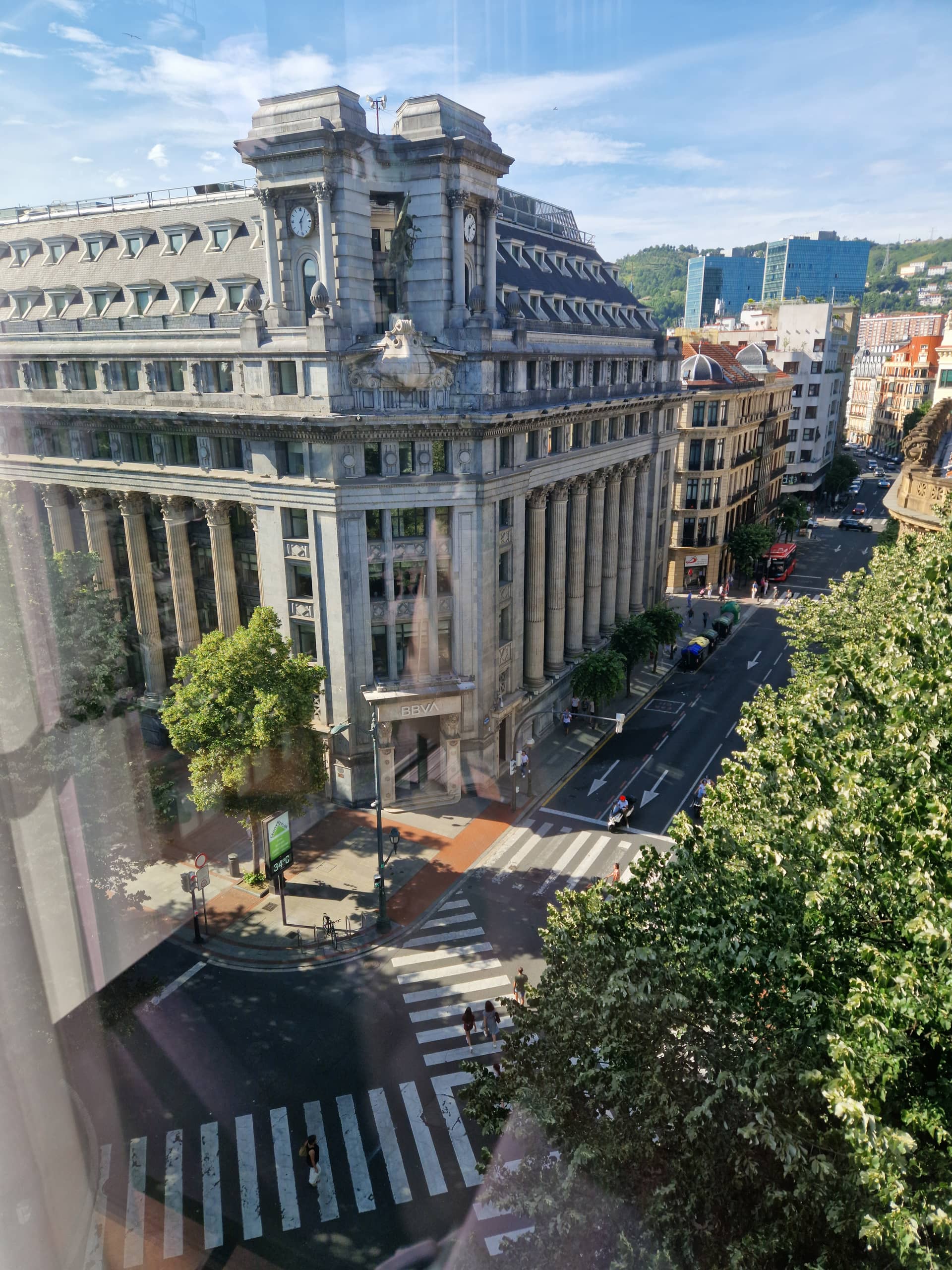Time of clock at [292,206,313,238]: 6:06
